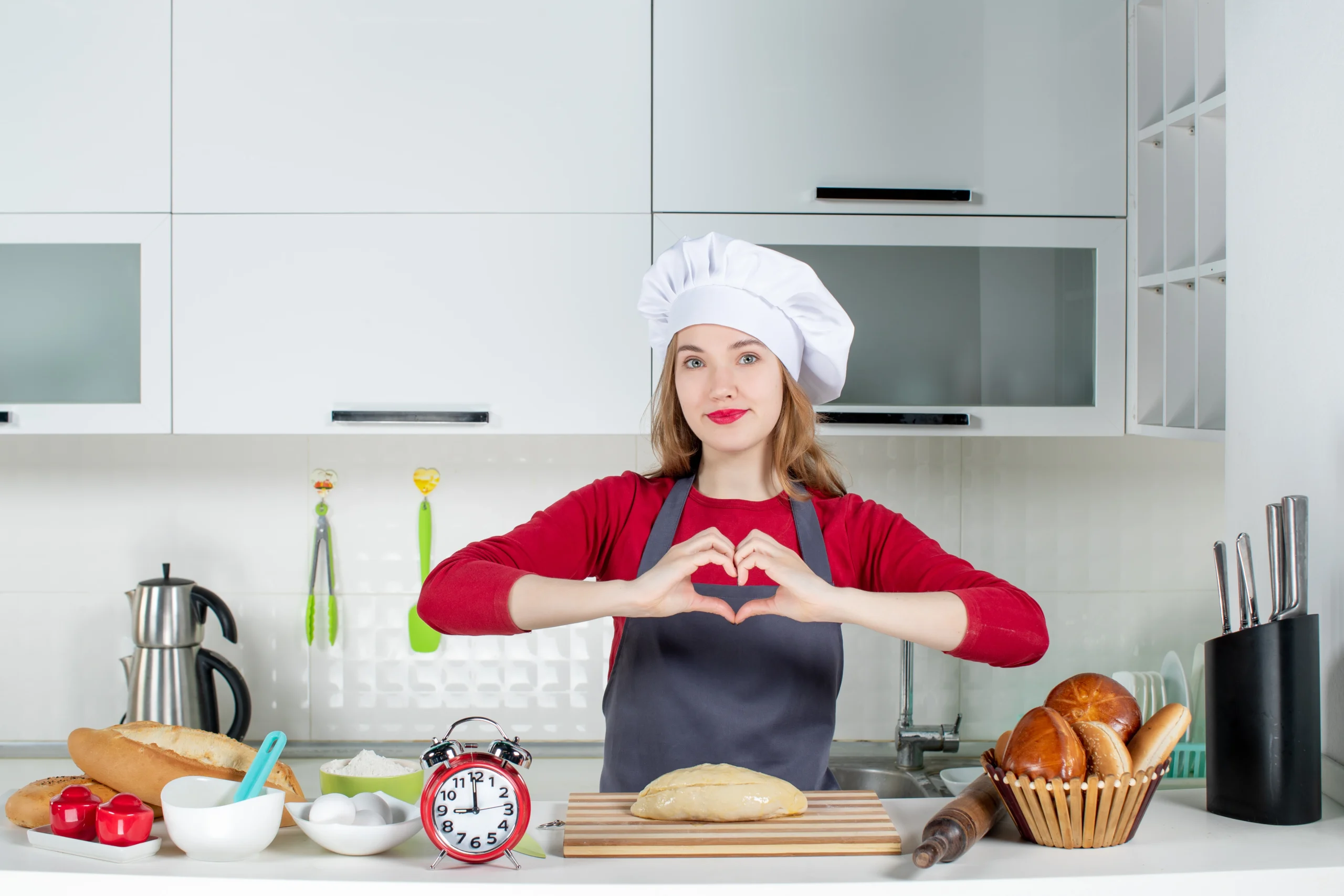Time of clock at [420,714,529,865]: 8:59
